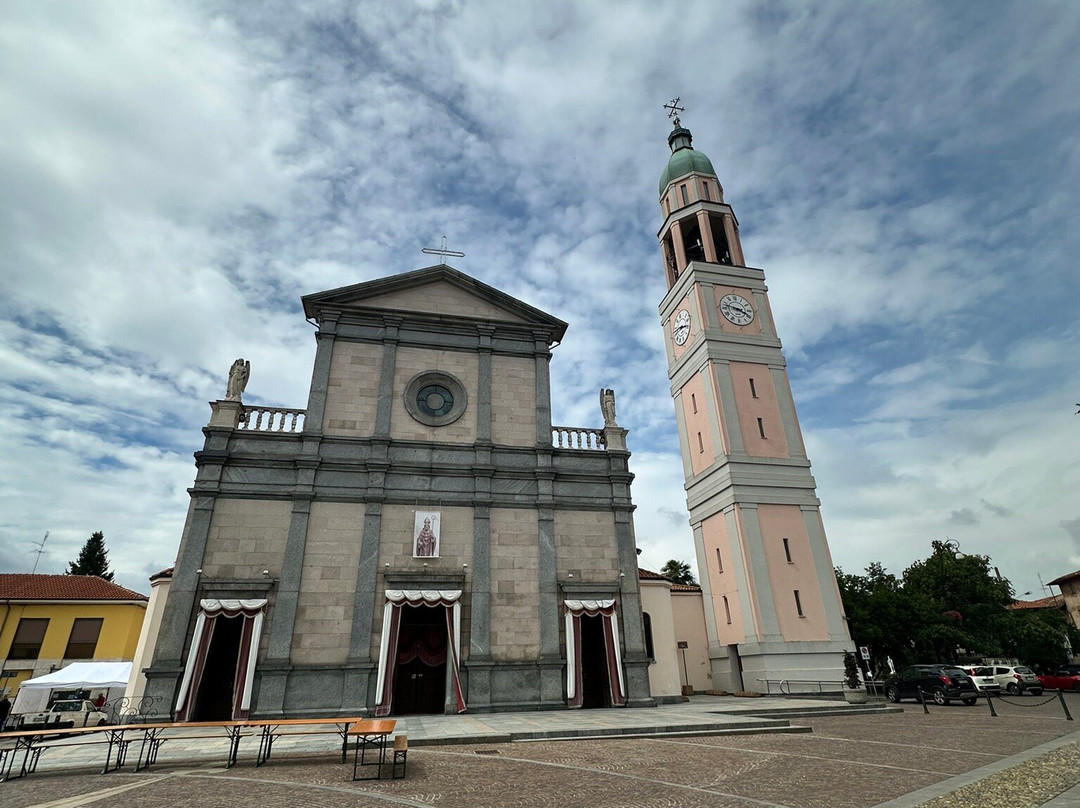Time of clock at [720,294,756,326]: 3:47
